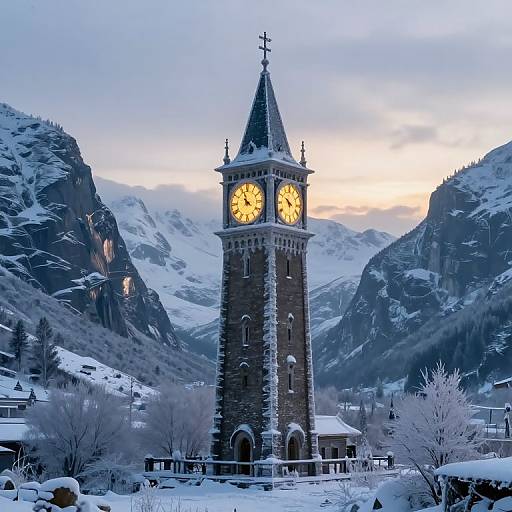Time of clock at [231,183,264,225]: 3:56
